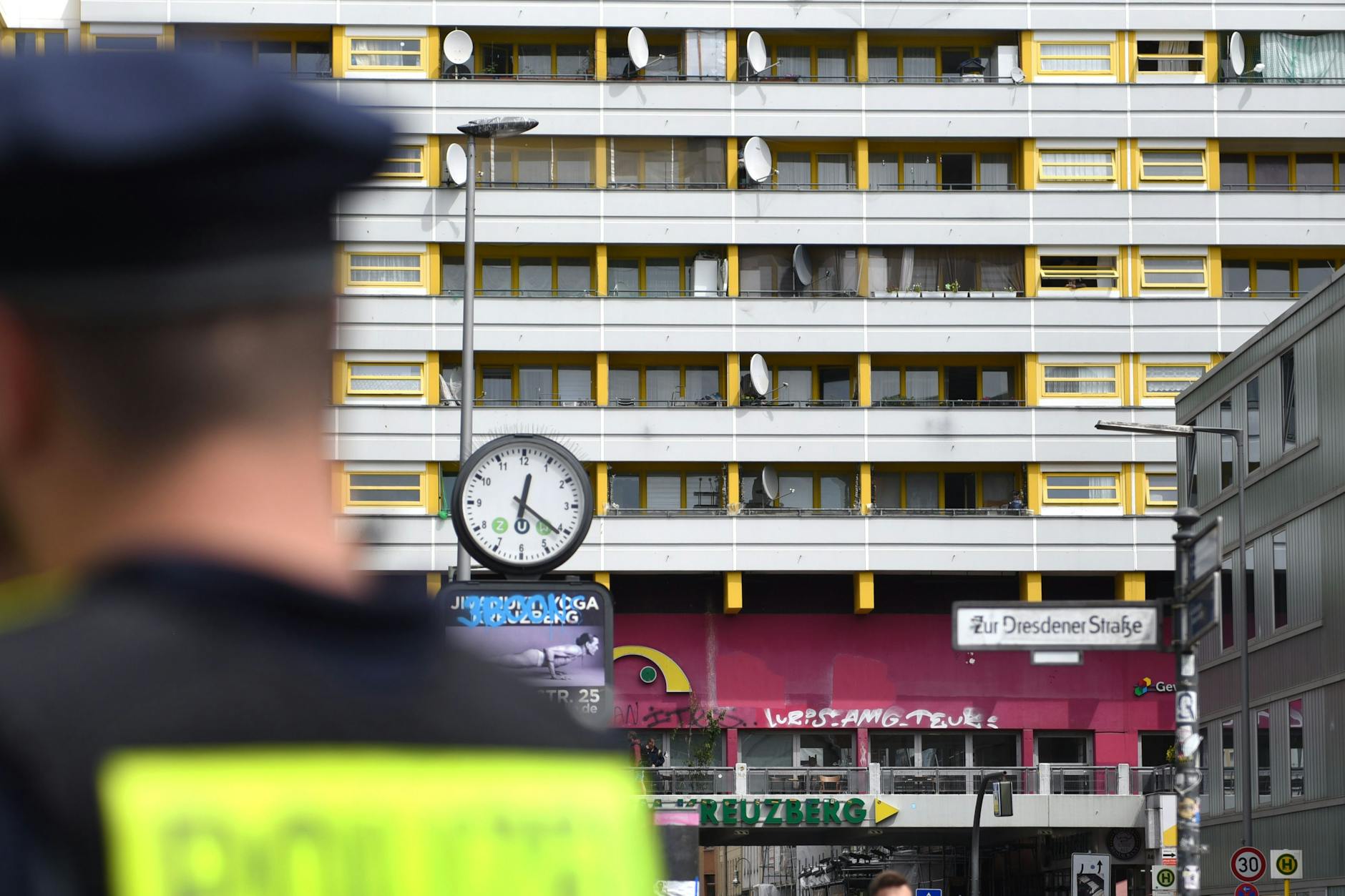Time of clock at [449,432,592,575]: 12:21
